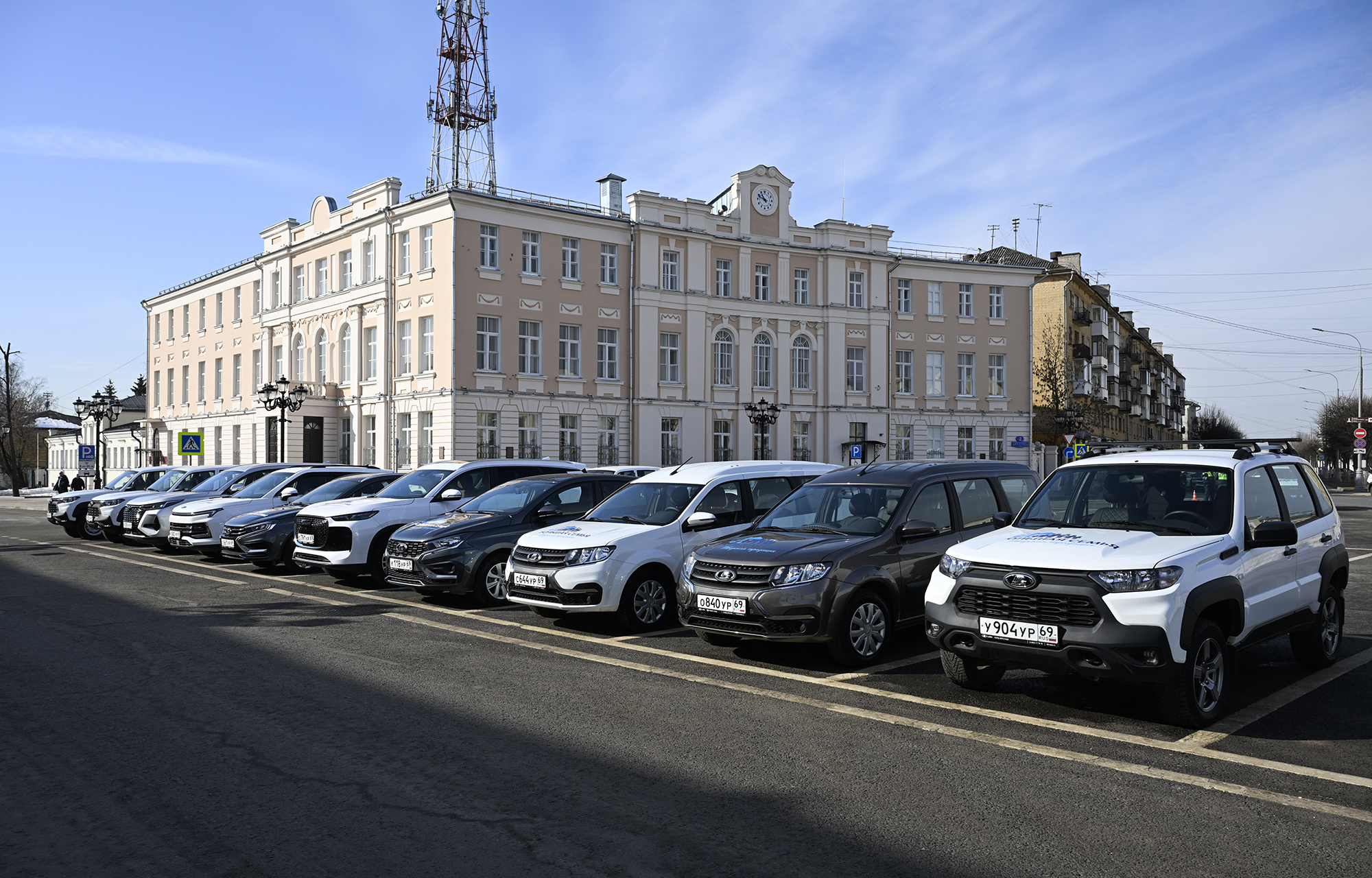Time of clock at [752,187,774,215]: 10:48
